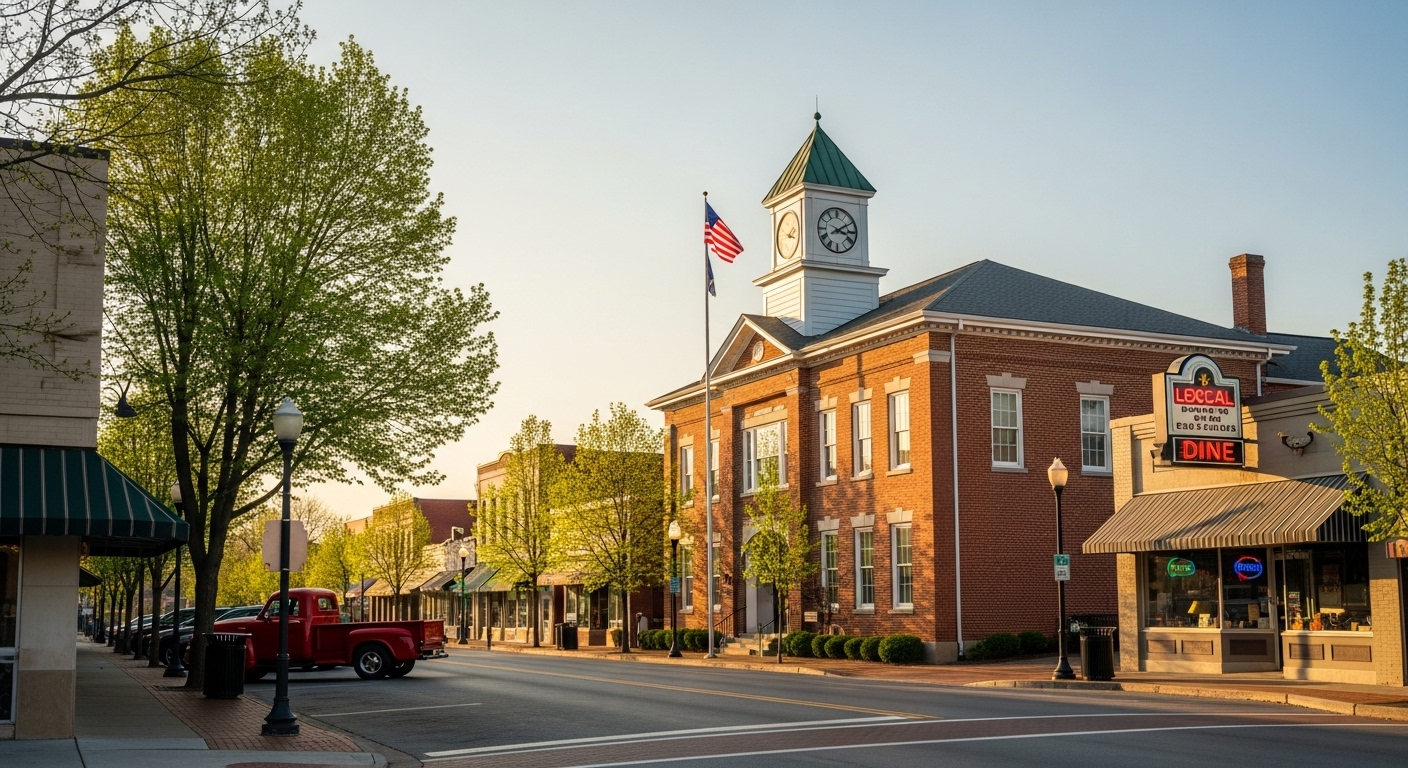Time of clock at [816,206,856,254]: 3:09
